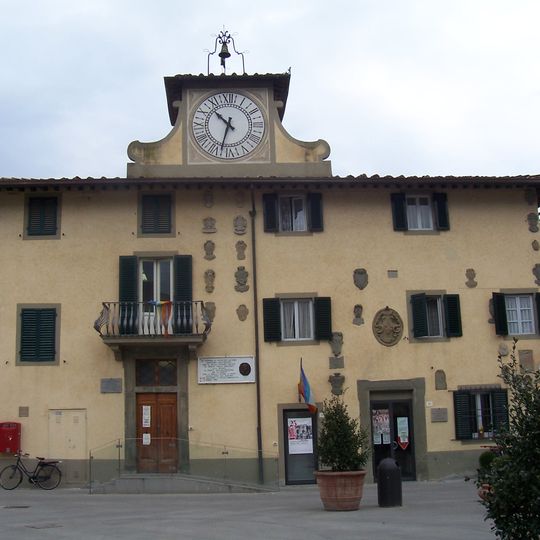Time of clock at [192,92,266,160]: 10:32
